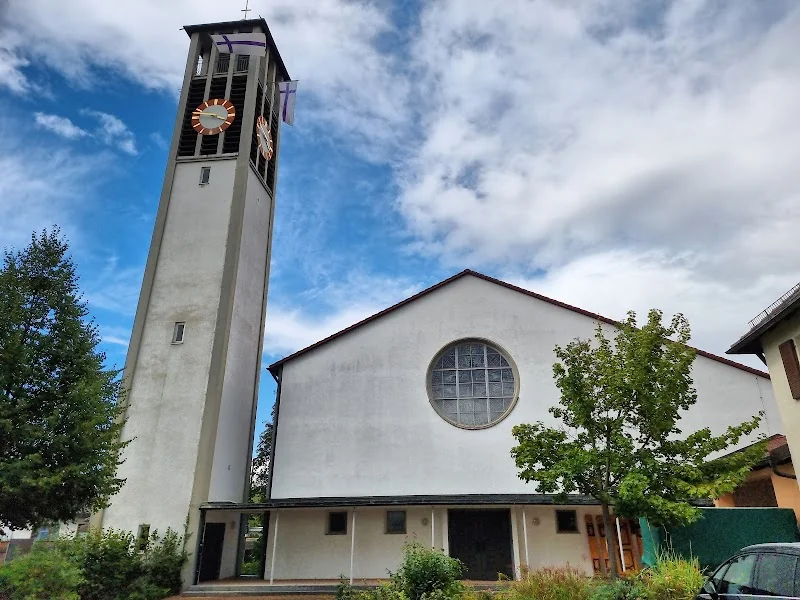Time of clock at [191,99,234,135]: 3:45
